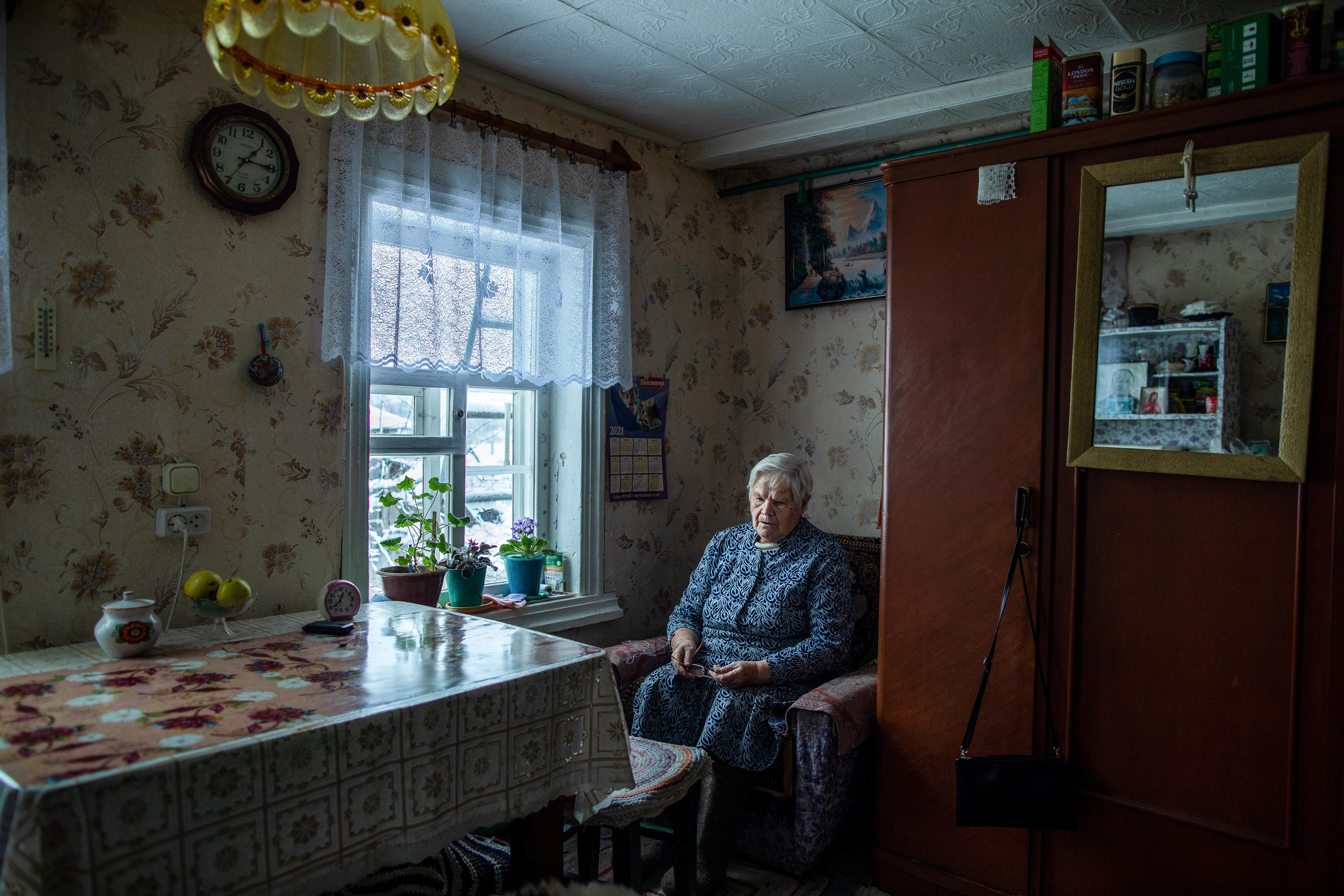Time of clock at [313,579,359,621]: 12:38
